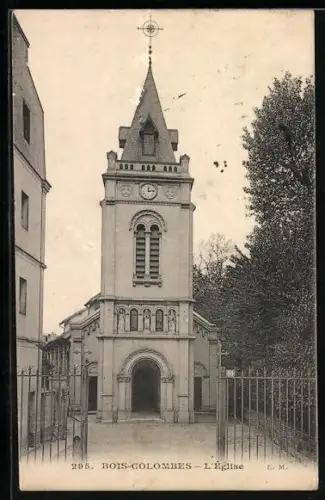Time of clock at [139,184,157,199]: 12:13
